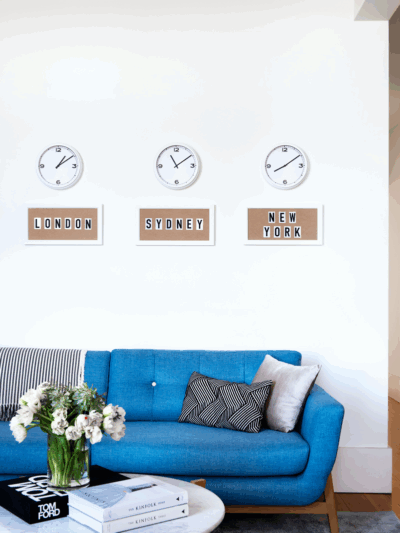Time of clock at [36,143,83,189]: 1:09
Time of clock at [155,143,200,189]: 11:09
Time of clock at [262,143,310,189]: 8:09
